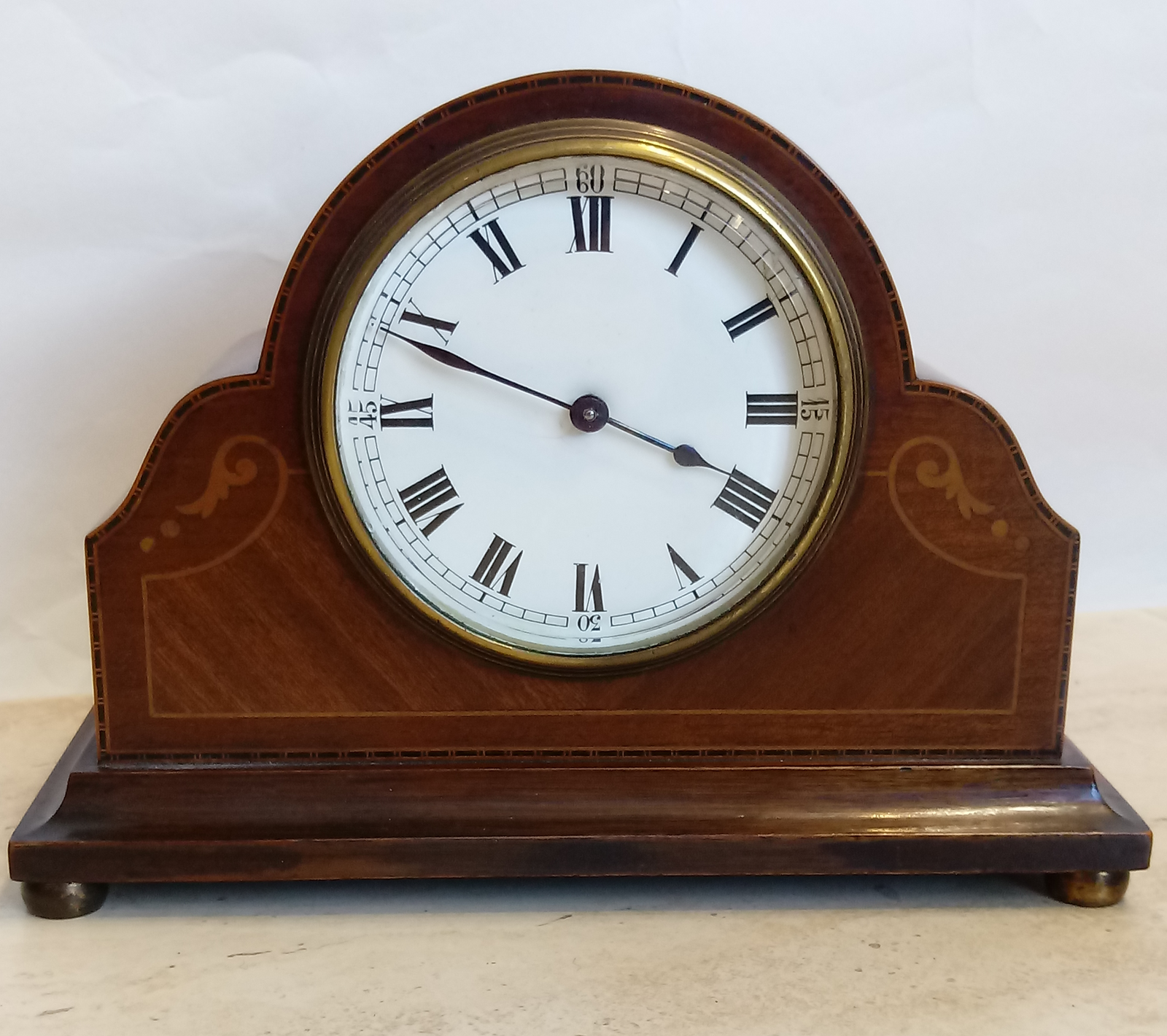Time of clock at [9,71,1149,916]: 3:48
